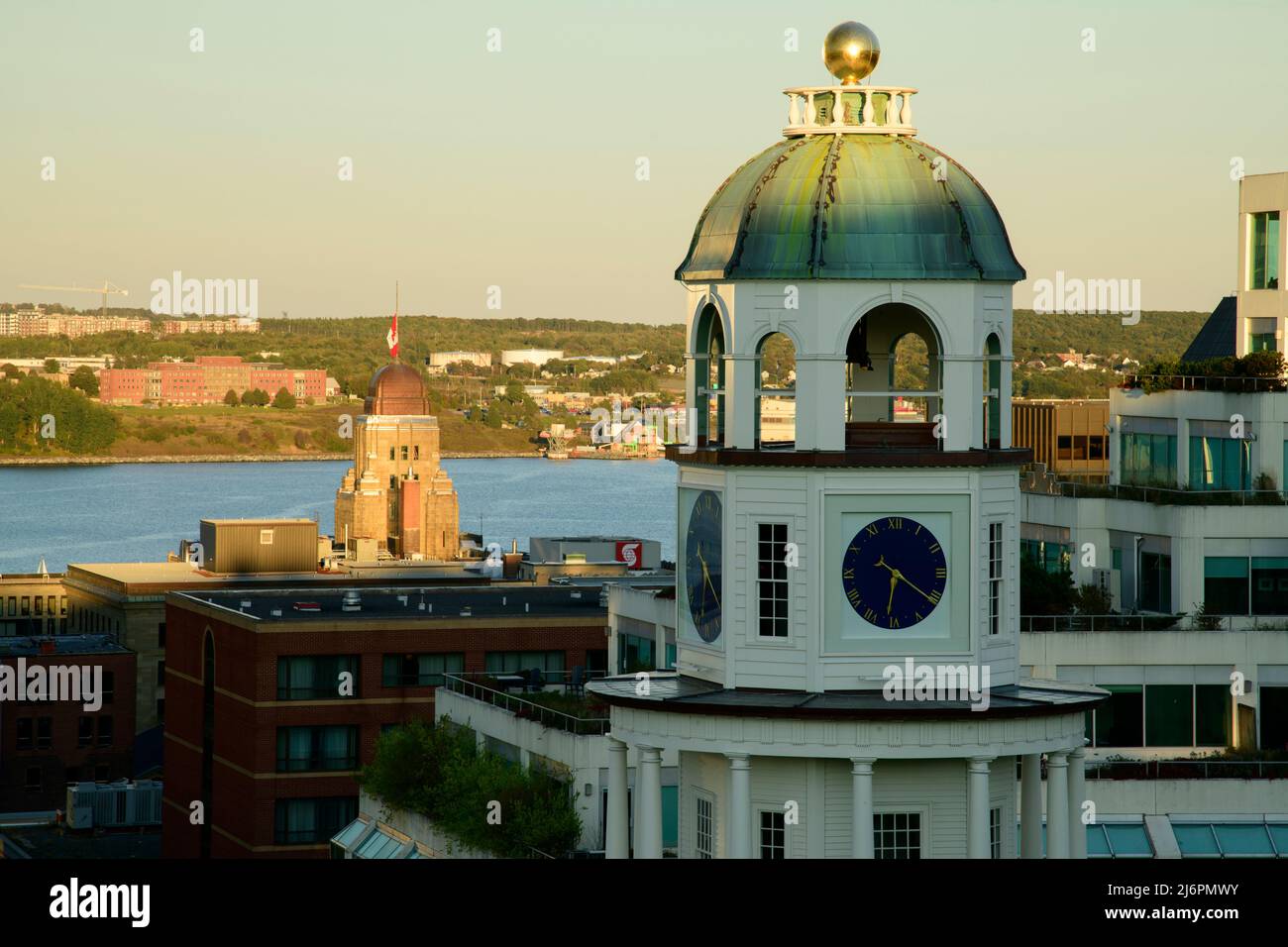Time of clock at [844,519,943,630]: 6:20
